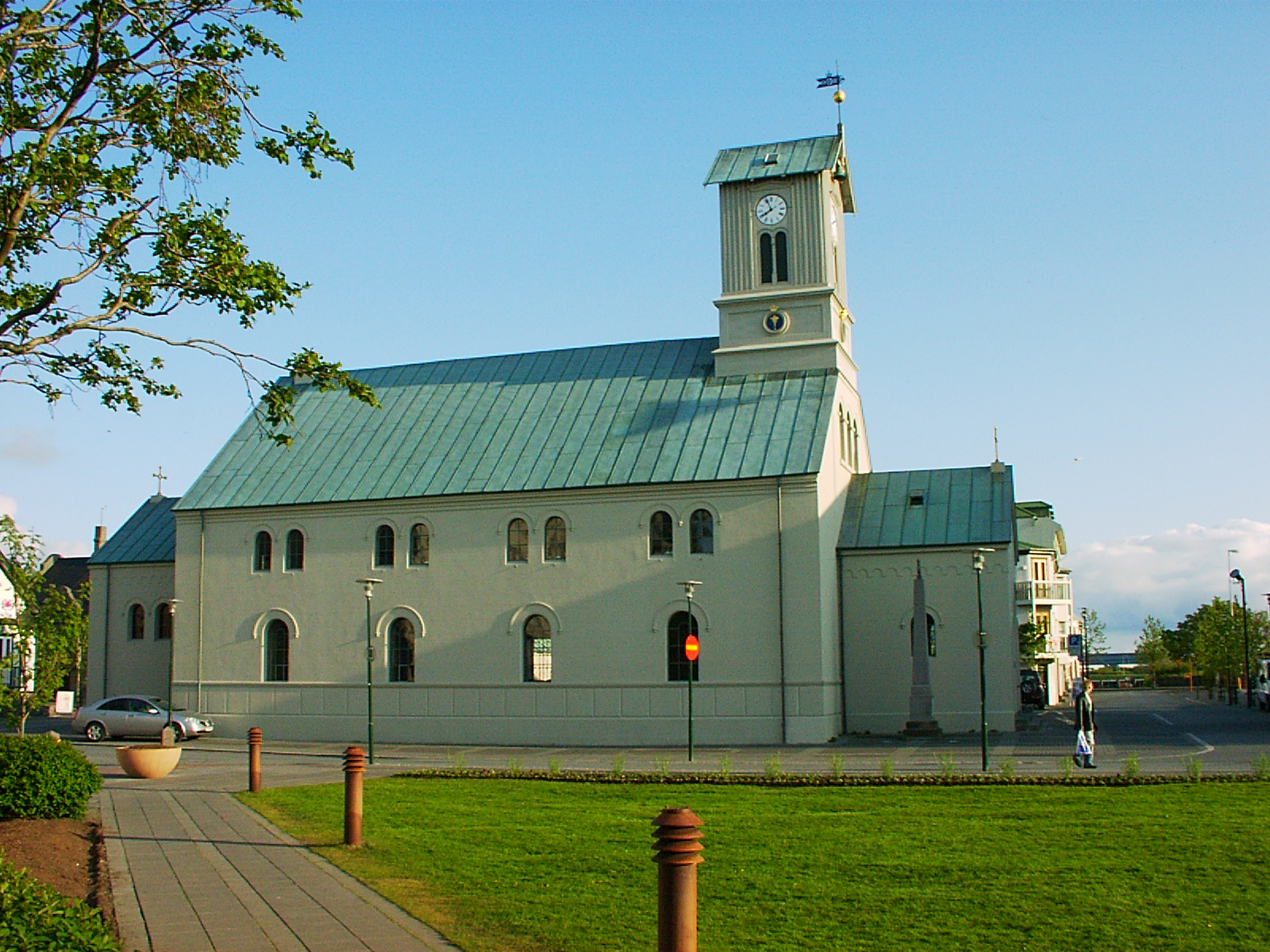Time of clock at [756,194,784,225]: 7:55
